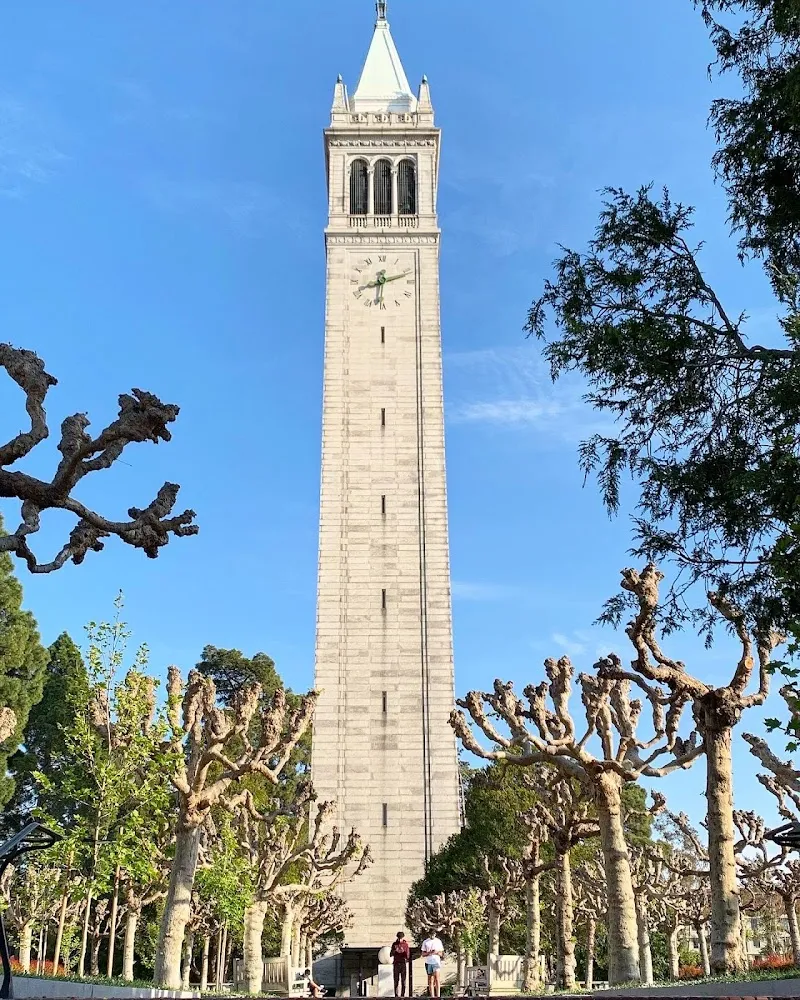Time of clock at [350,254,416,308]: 6:12
